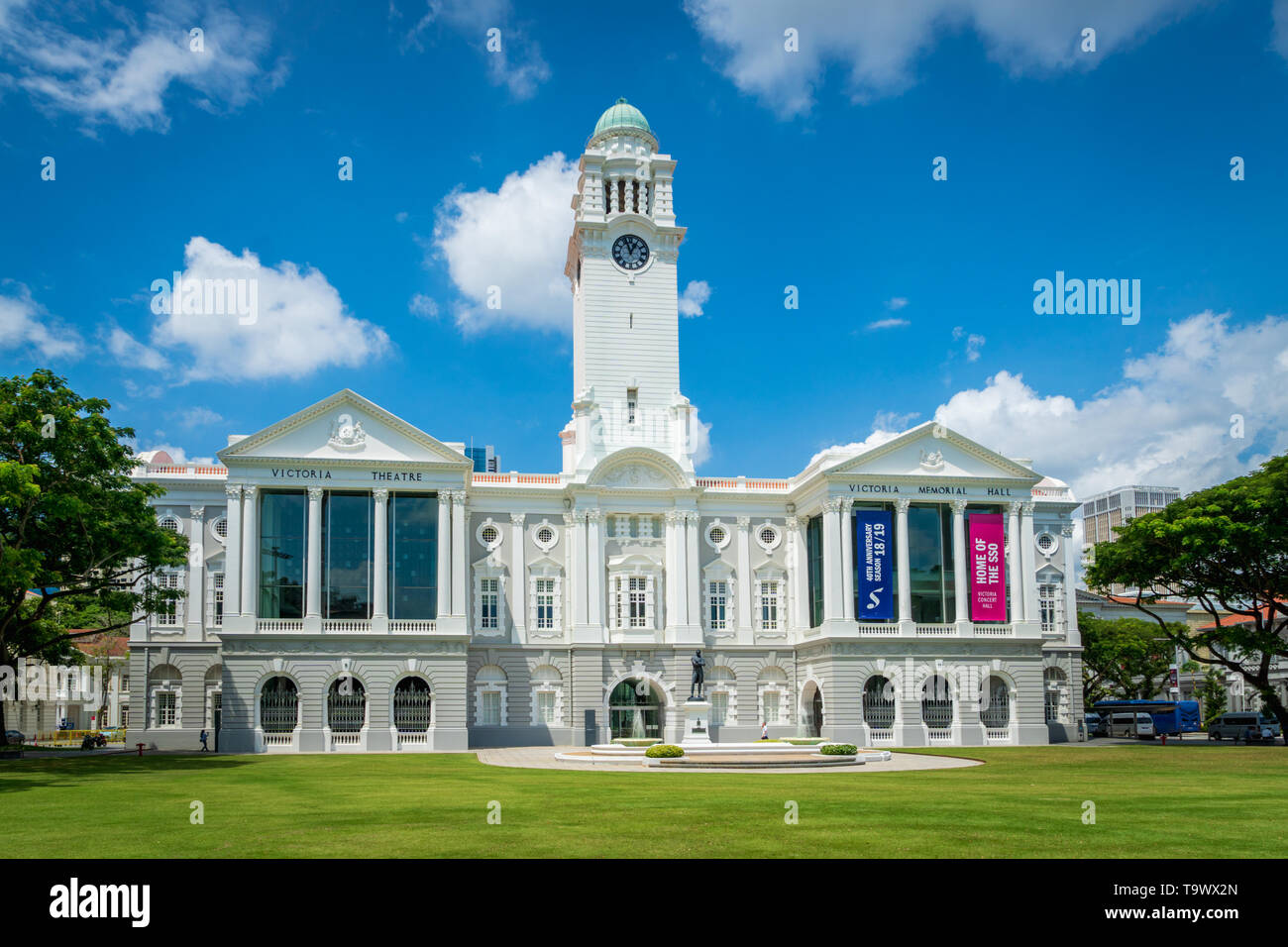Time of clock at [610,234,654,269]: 12:57
